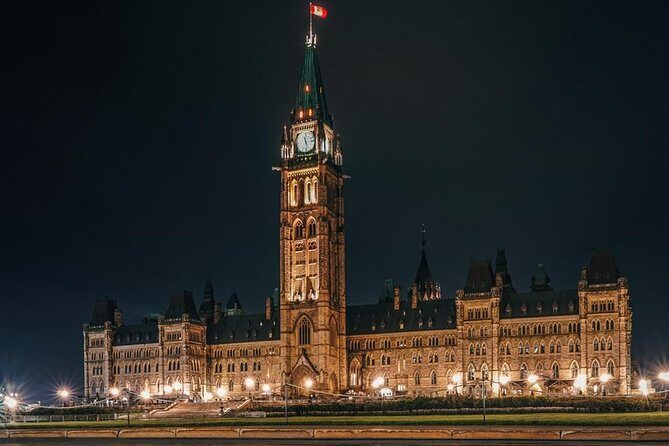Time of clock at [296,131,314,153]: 11:28
